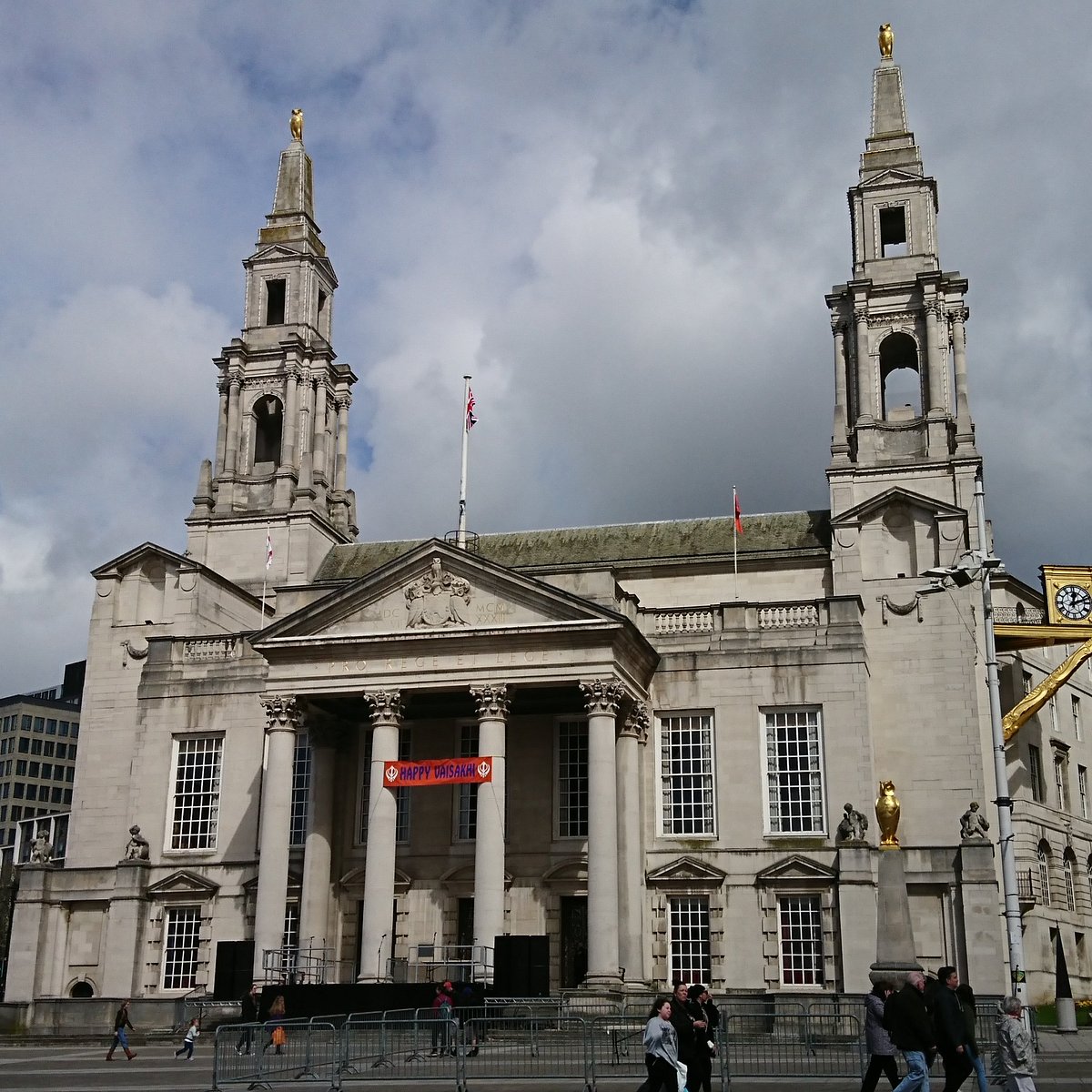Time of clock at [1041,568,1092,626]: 12:11
